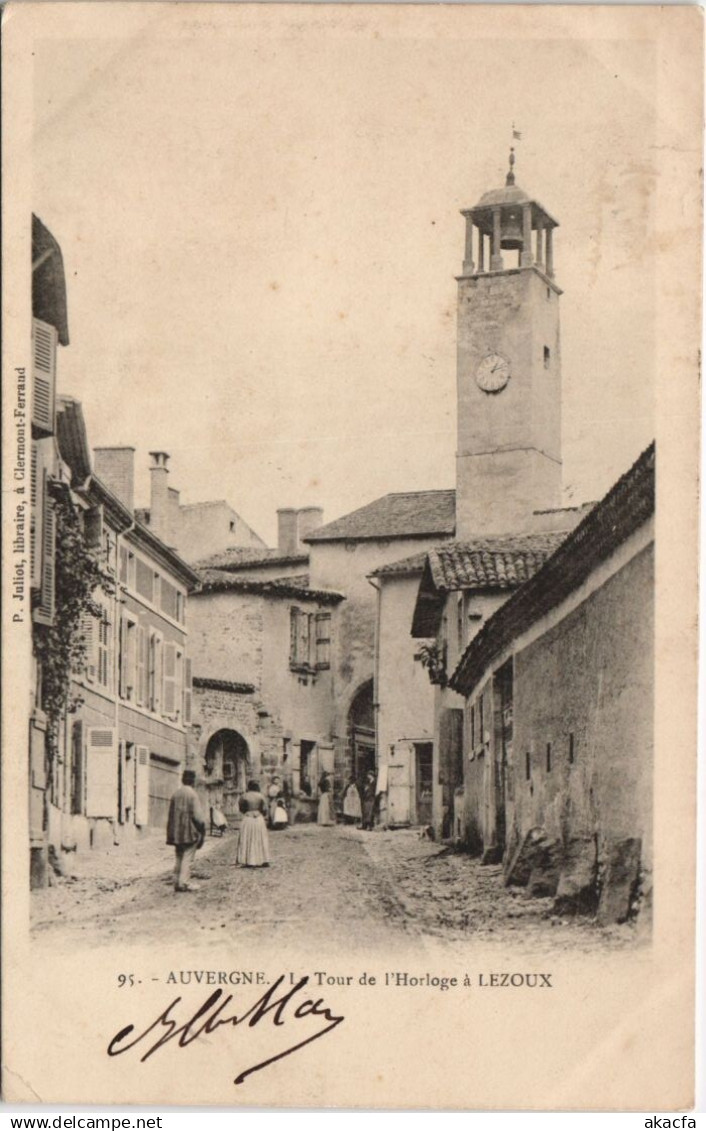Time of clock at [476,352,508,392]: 1:12
